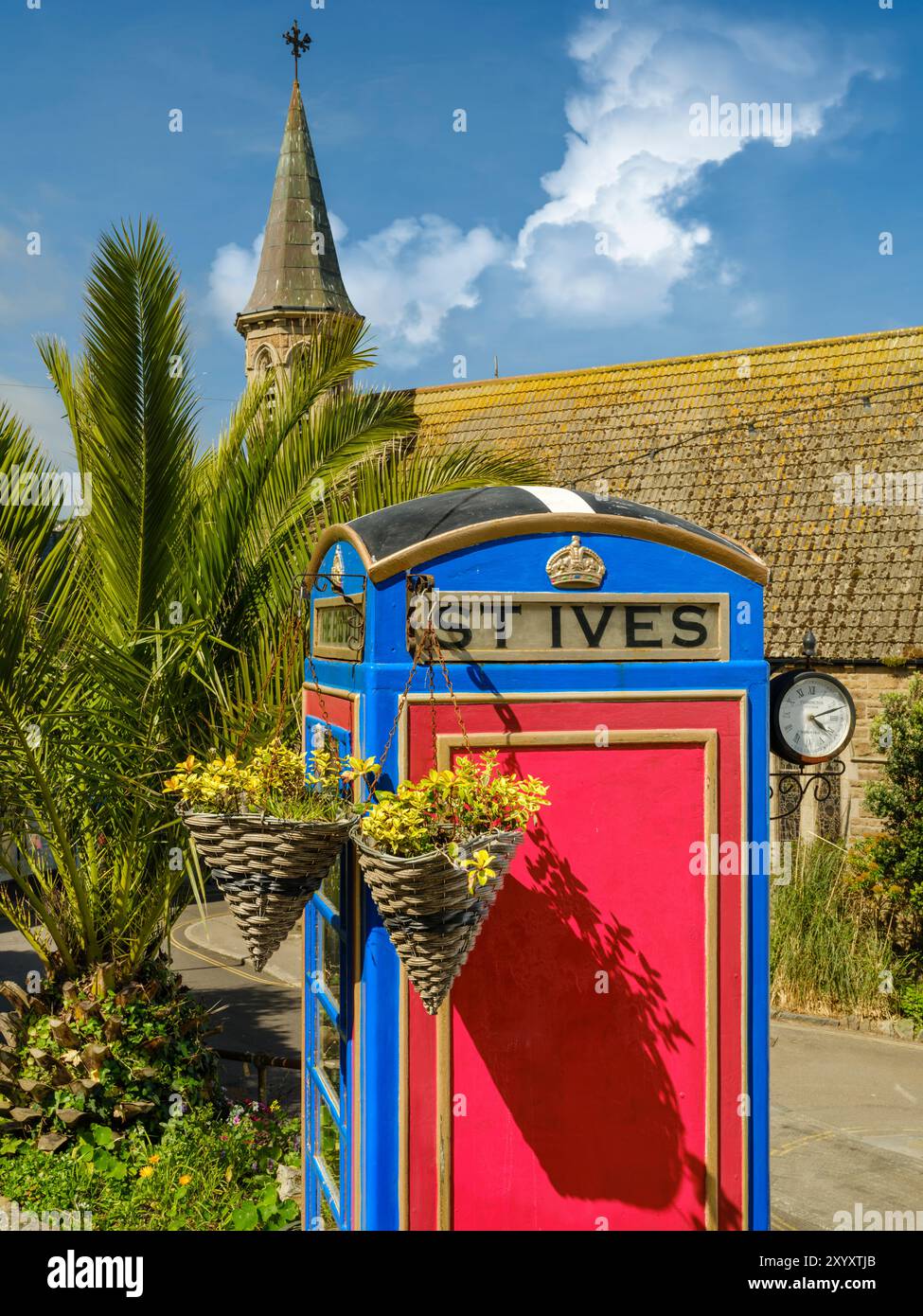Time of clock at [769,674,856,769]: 4:11
